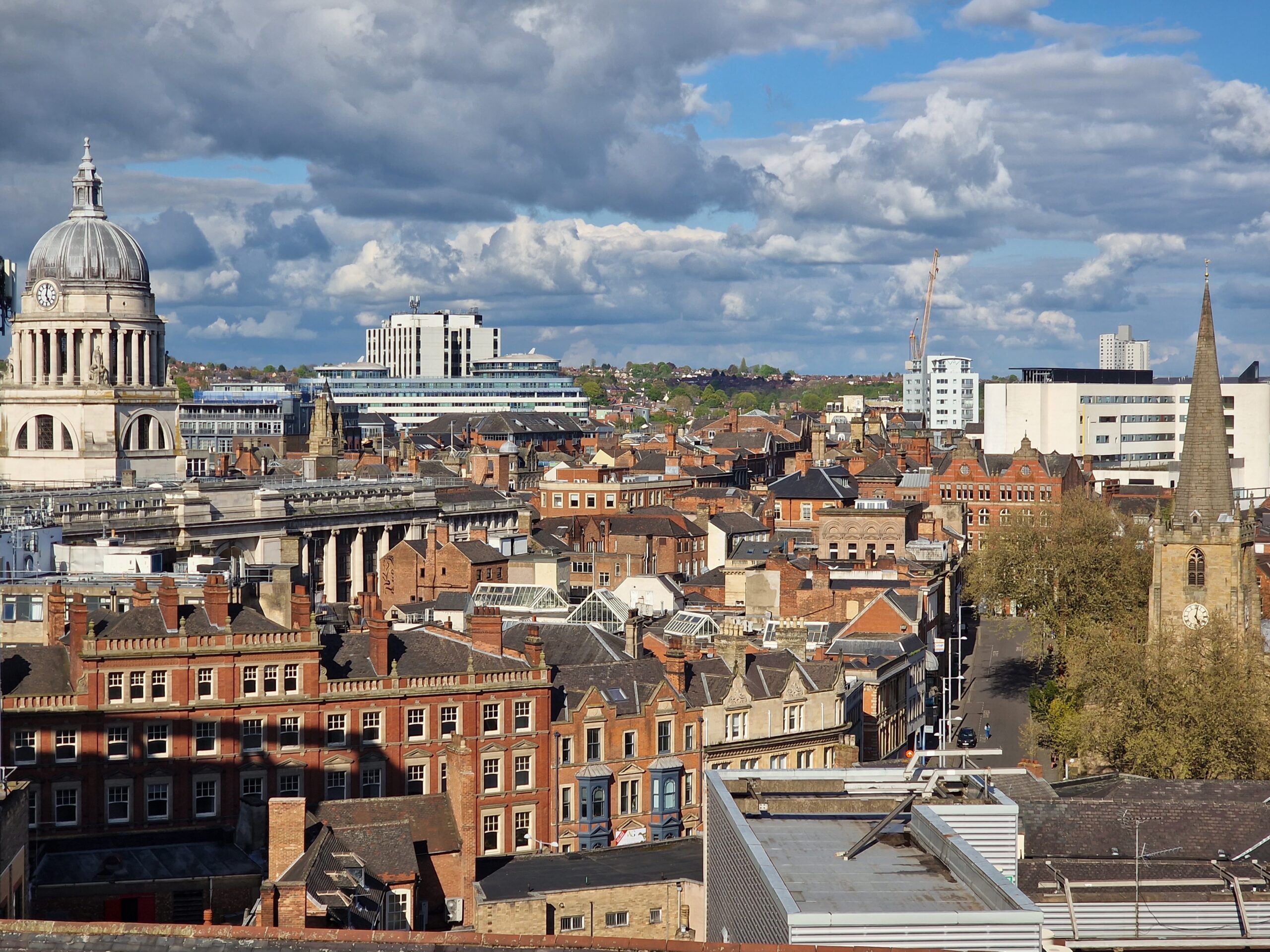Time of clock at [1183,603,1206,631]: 5:02
